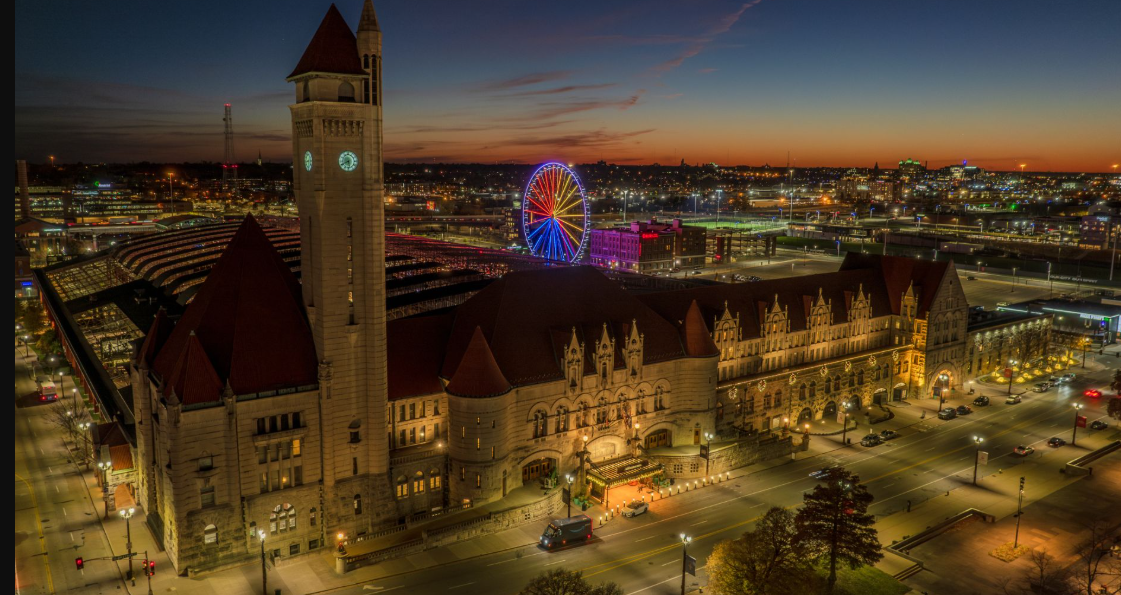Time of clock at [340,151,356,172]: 5:40
